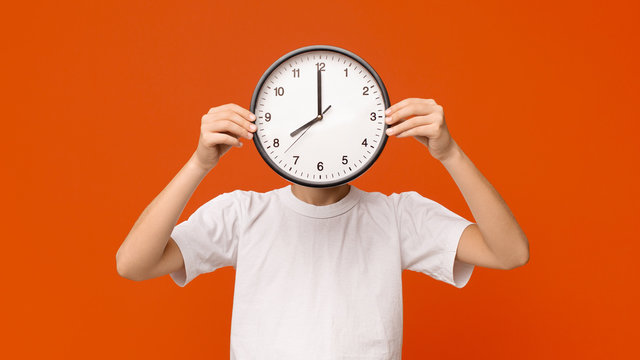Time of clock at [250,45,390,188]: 7:59
